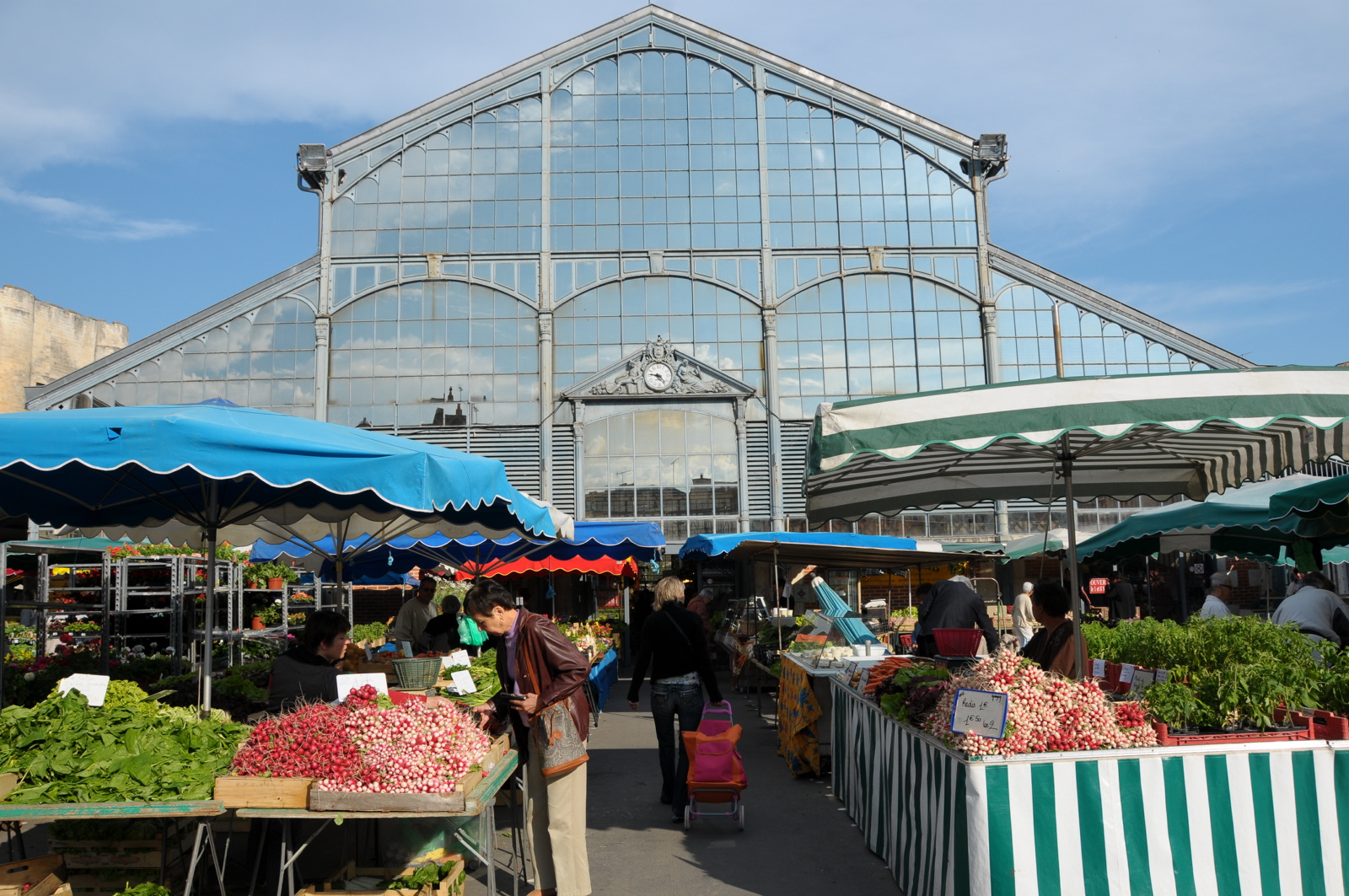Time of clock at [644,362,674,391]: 9:23
